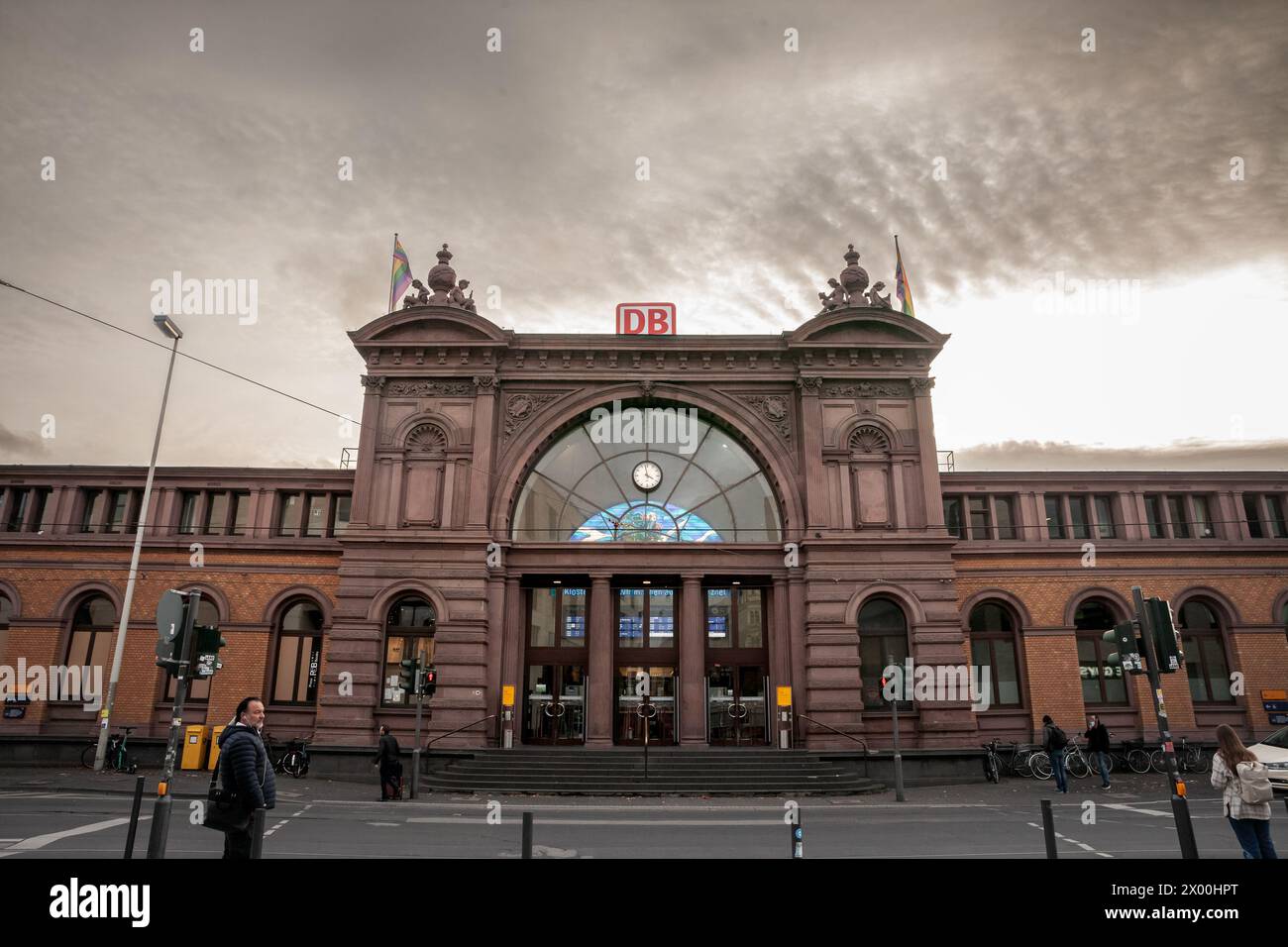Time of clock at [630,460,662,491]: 3:58
